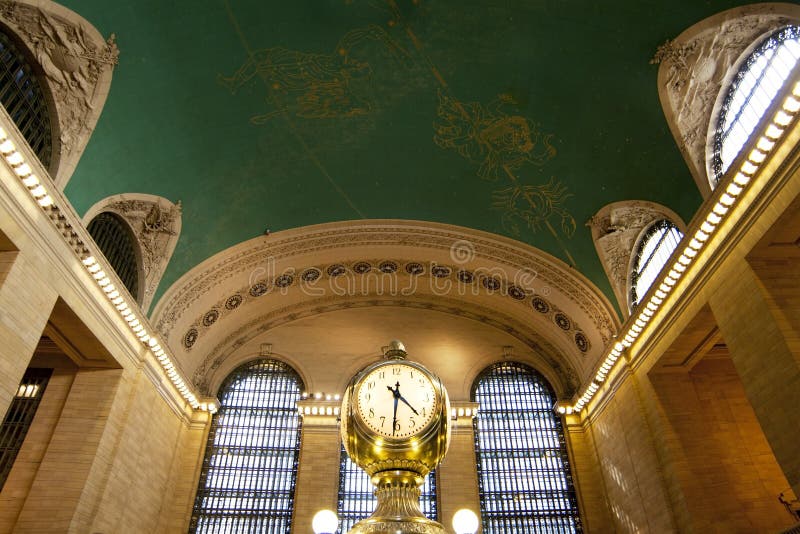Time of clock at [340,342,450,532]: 4:31
